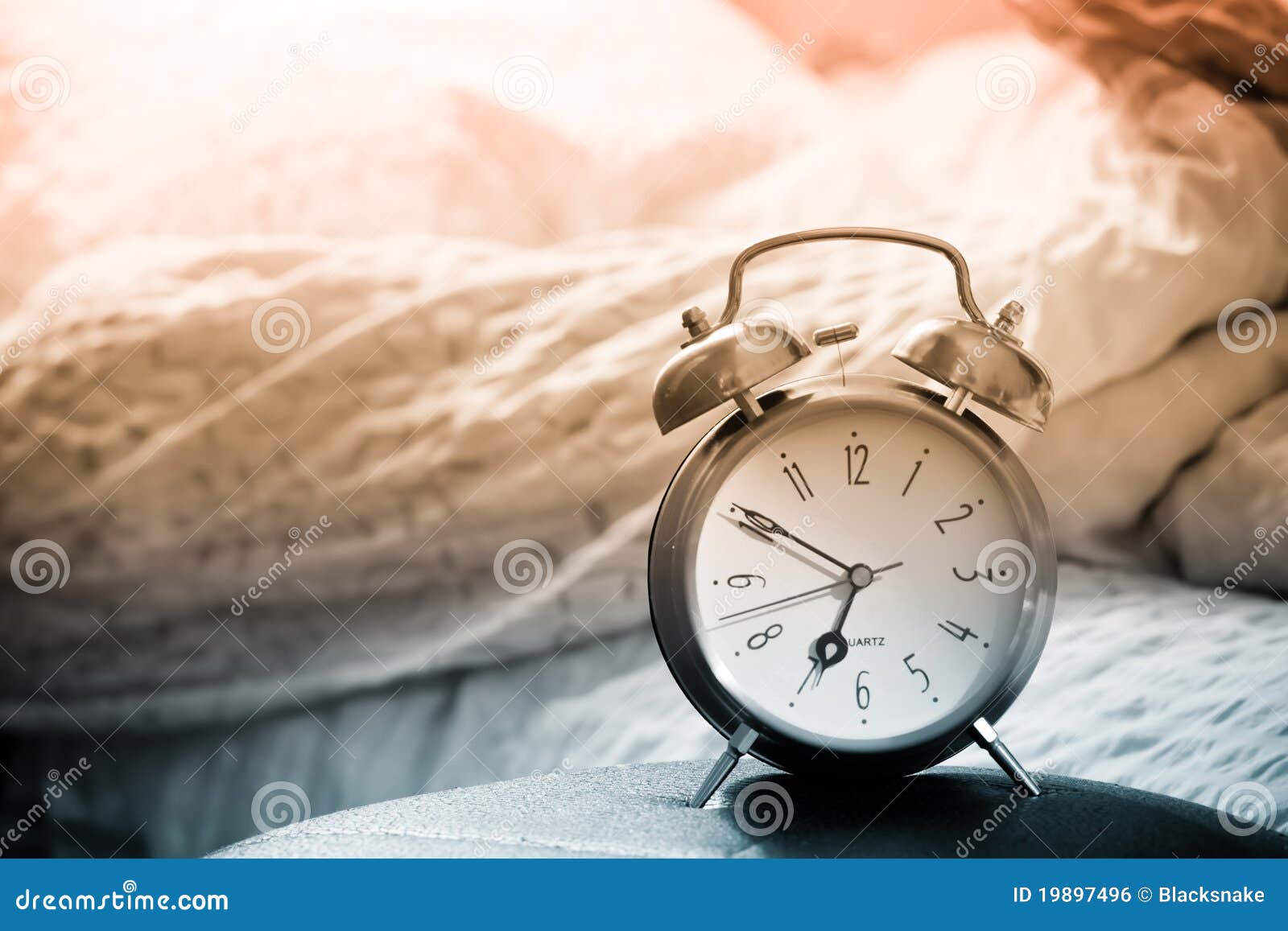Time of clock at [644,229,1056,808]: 6:50
